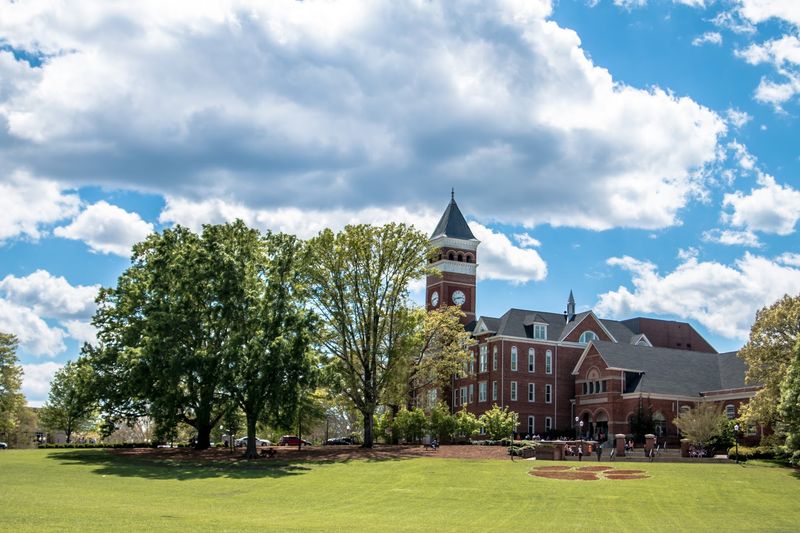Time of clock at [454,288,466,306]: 2:42
